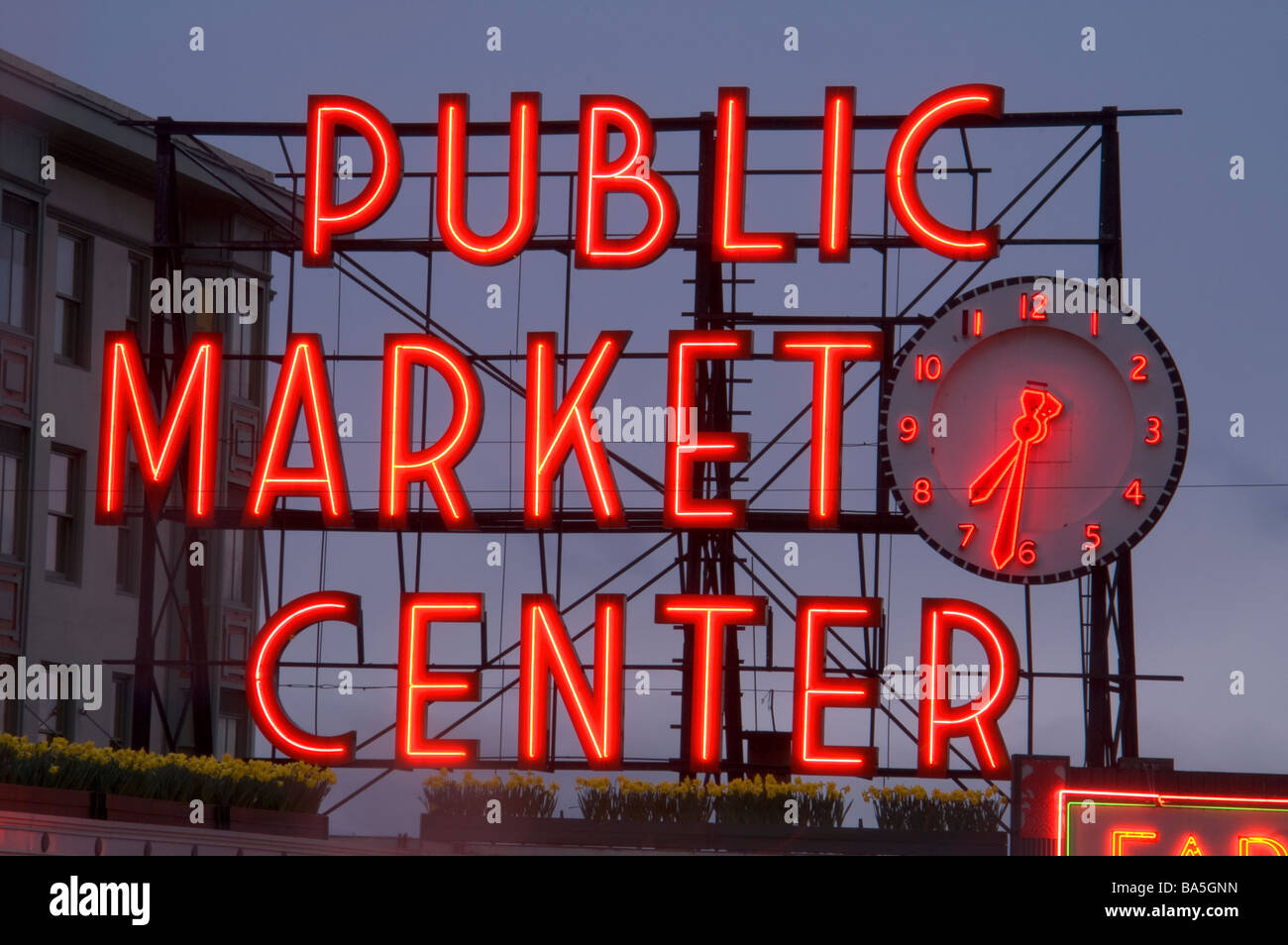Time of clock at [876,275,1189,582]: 7:31
